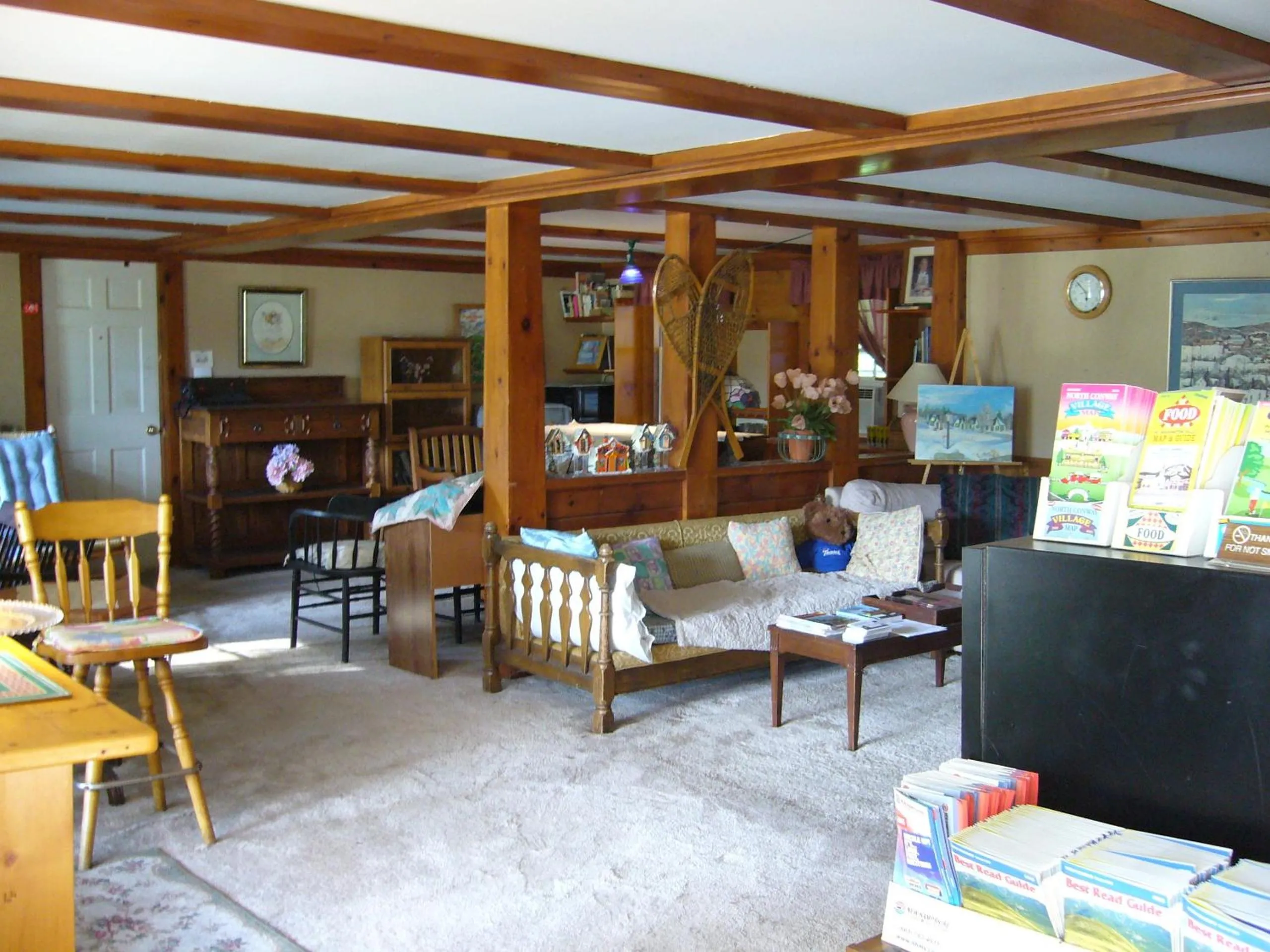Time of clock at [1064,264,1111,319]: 5:52
